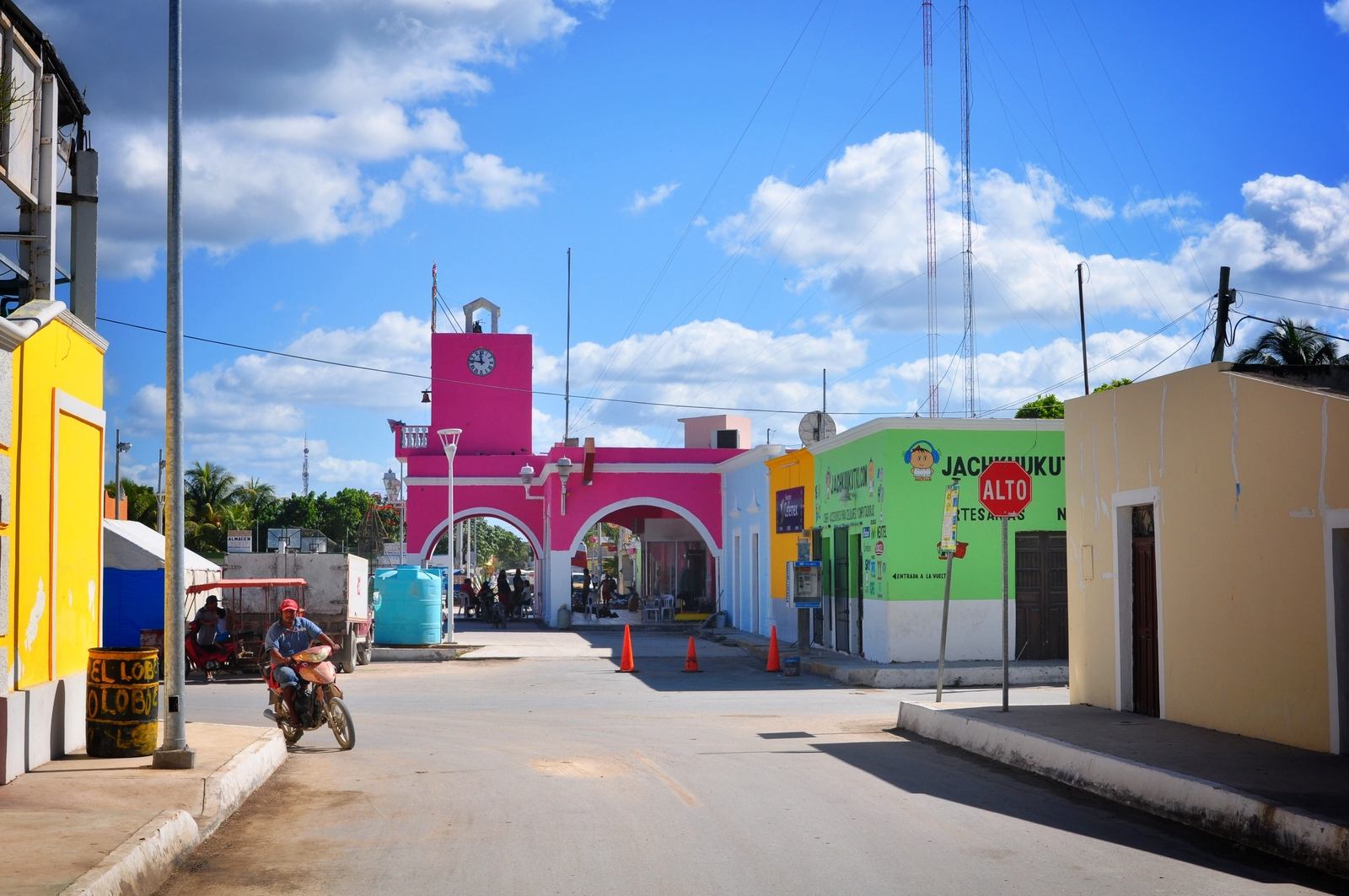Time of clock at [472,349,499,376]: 11:46
